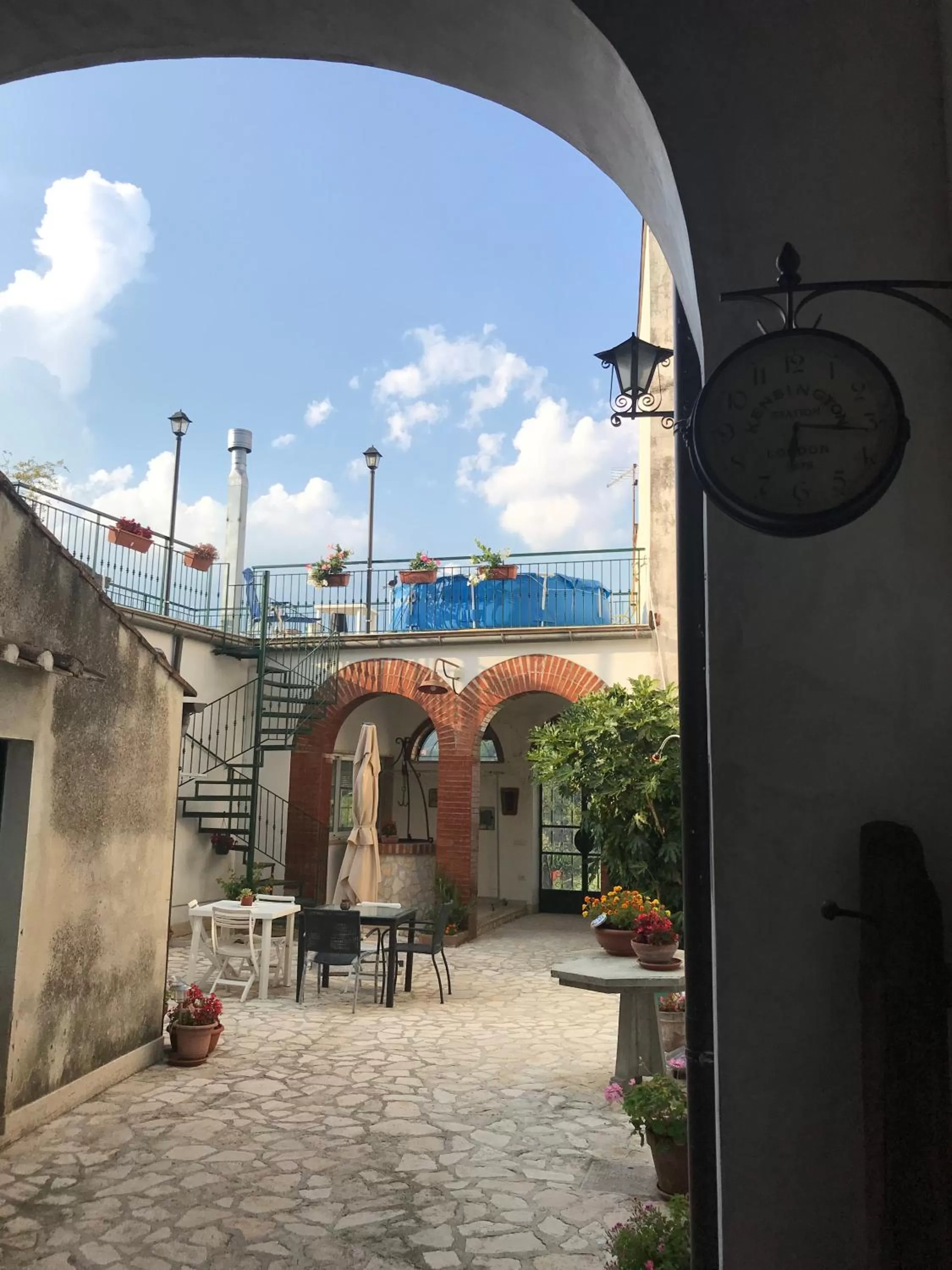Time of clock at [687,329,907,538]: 6:16
